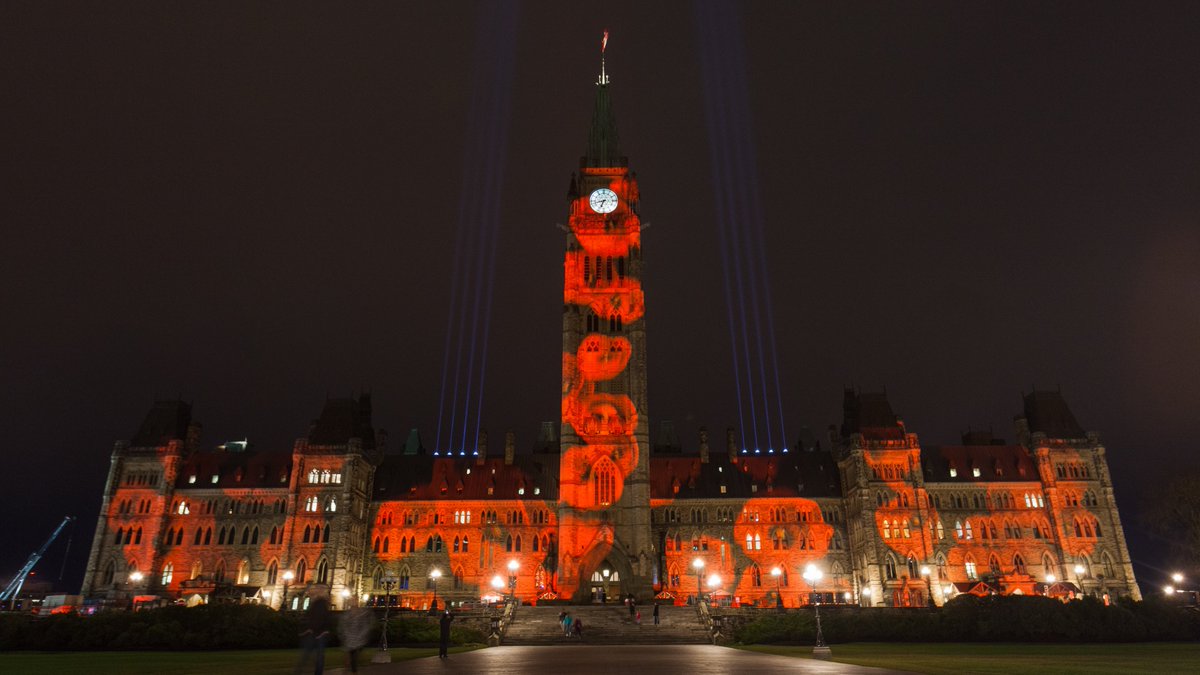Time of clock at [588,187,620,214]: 6:42
